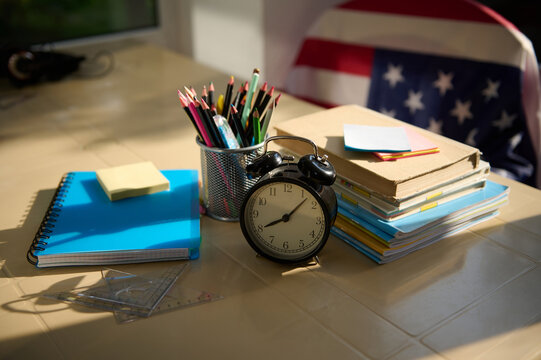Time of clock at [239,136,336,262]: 8:07
